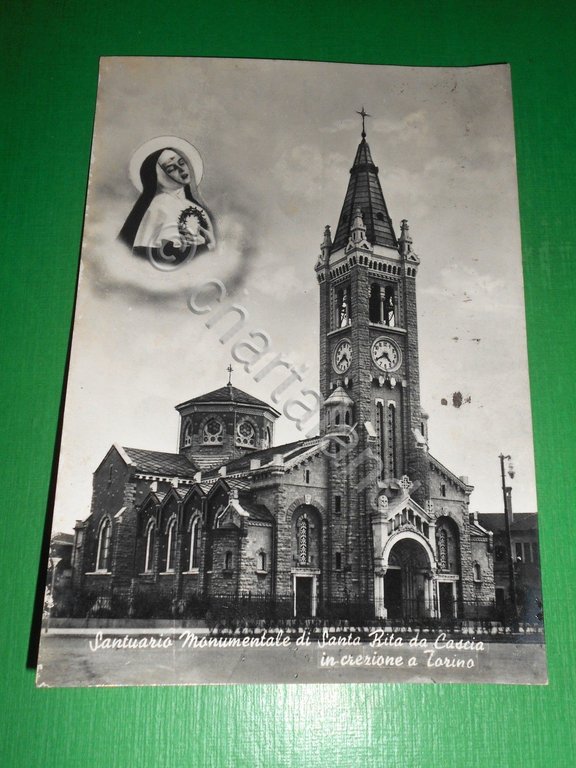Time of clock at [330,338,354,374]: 4:40
